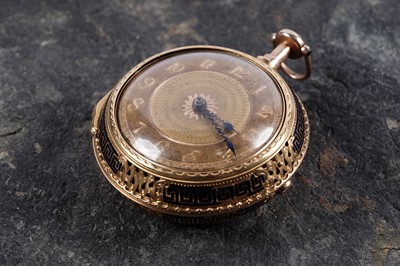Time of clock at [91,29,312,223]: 4:24
